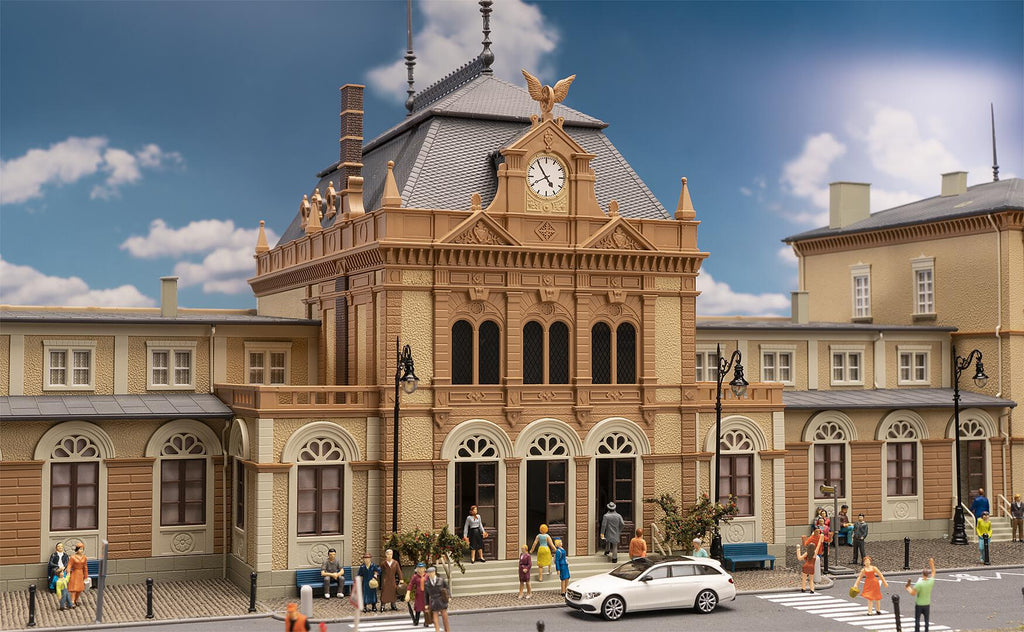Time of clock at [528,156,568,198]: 4:54
